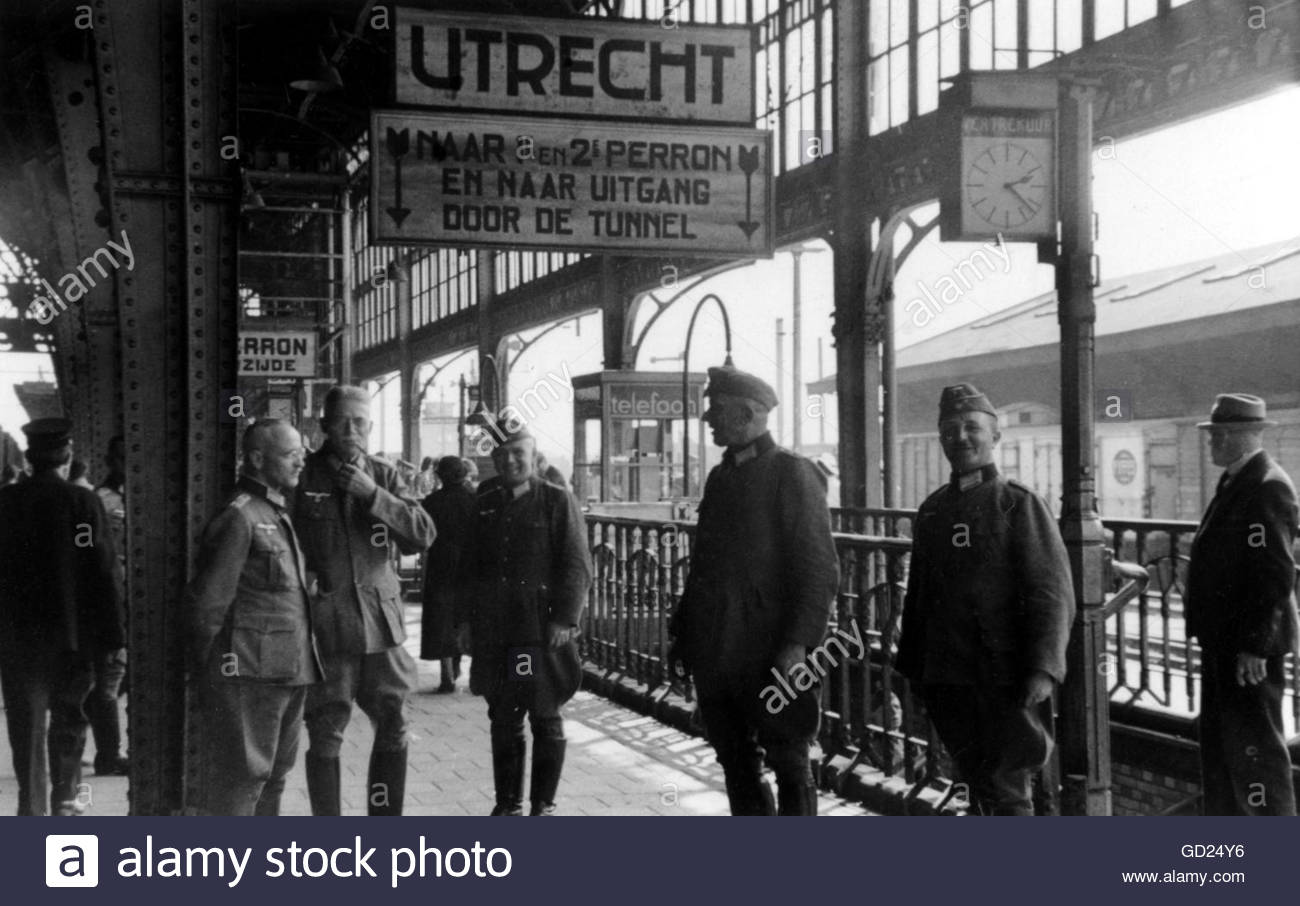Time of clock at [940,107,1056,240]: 2:21
